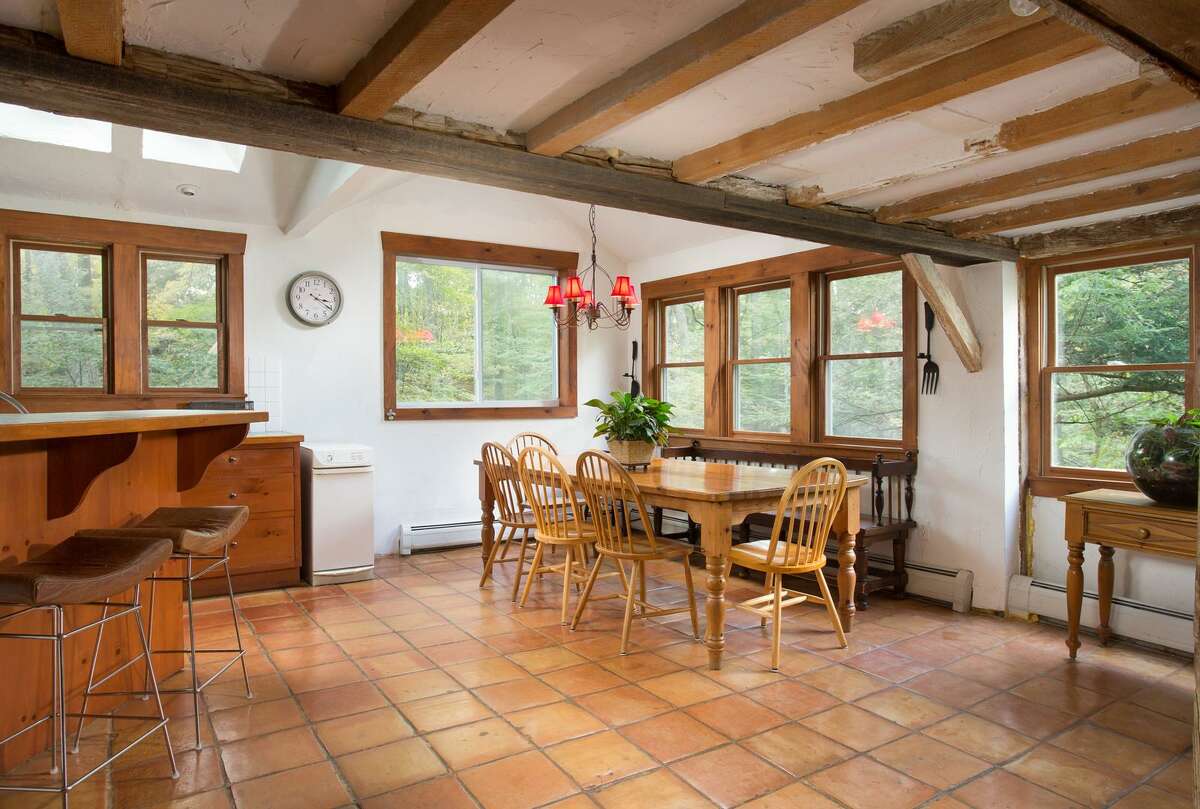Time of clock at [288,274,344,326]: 3:20
